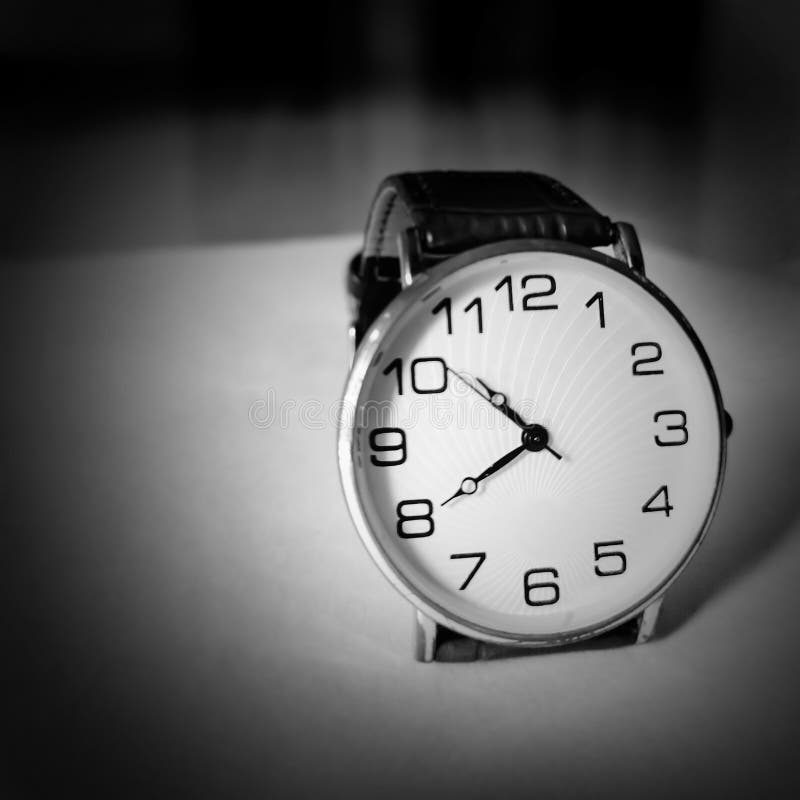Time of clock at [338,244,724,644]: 7:52
